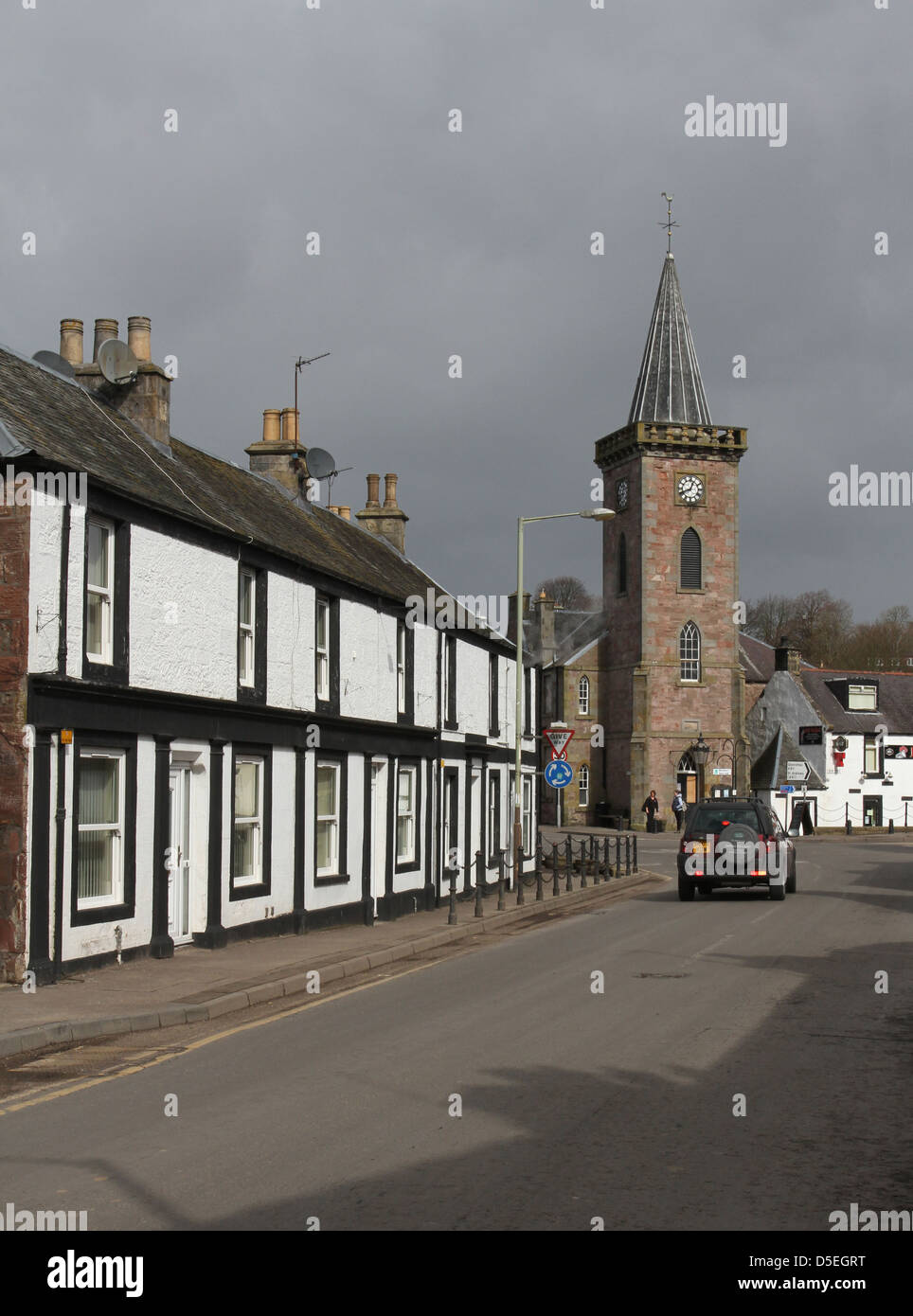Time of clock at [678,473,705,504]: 12:41
